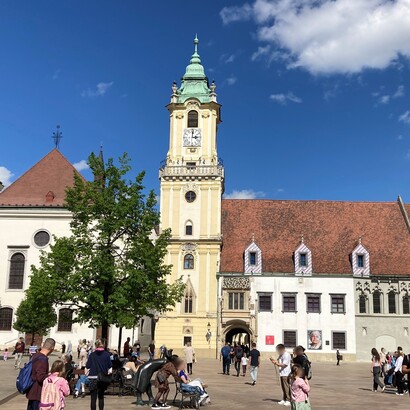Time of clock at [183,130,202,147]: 3:01
